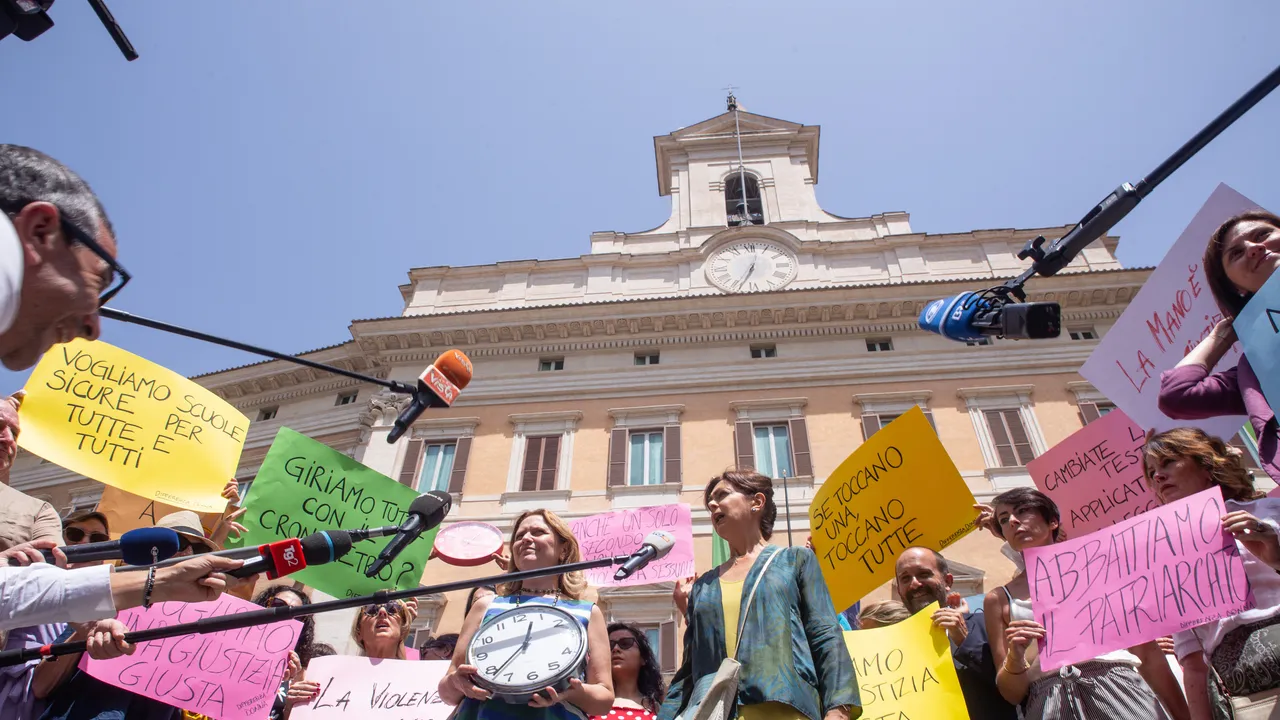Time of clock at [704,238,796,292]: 12:33
